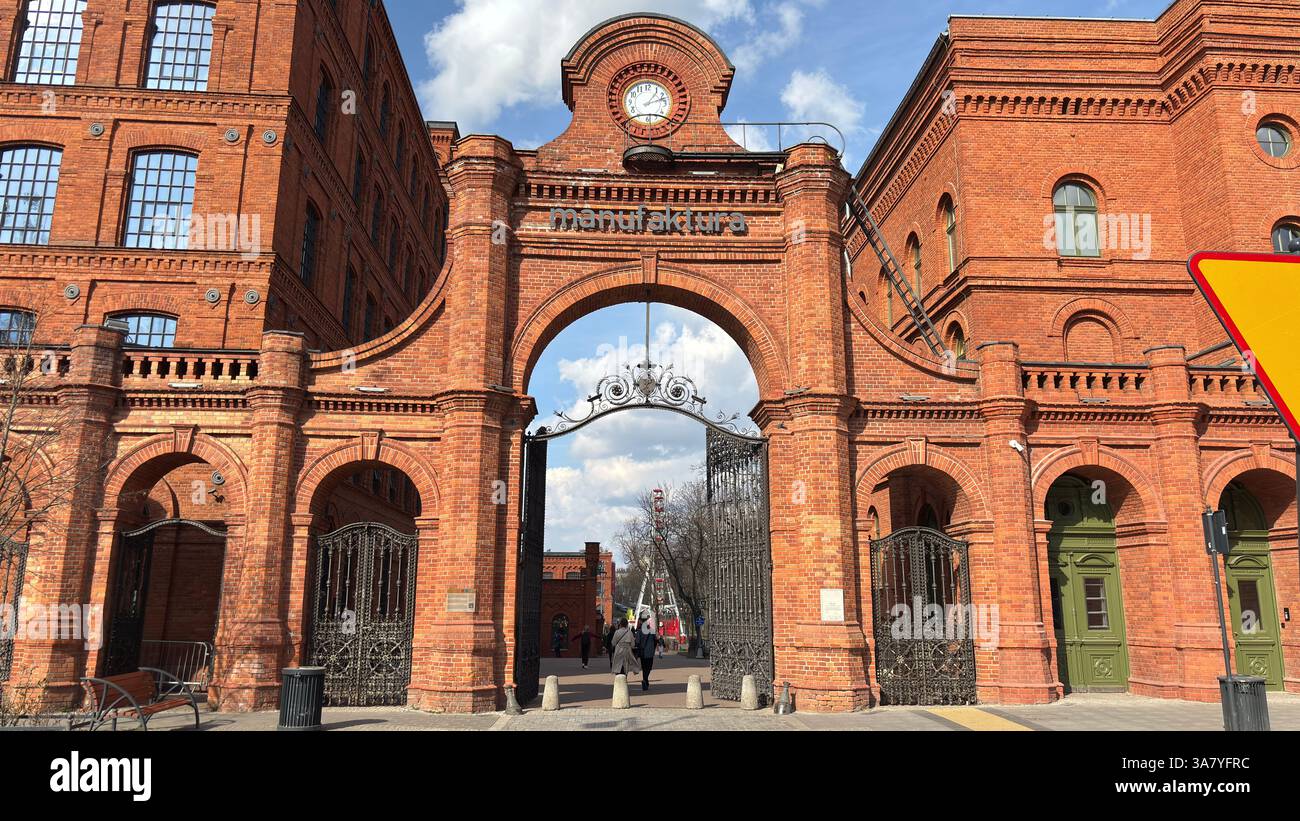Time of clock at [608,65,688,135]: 1:11
